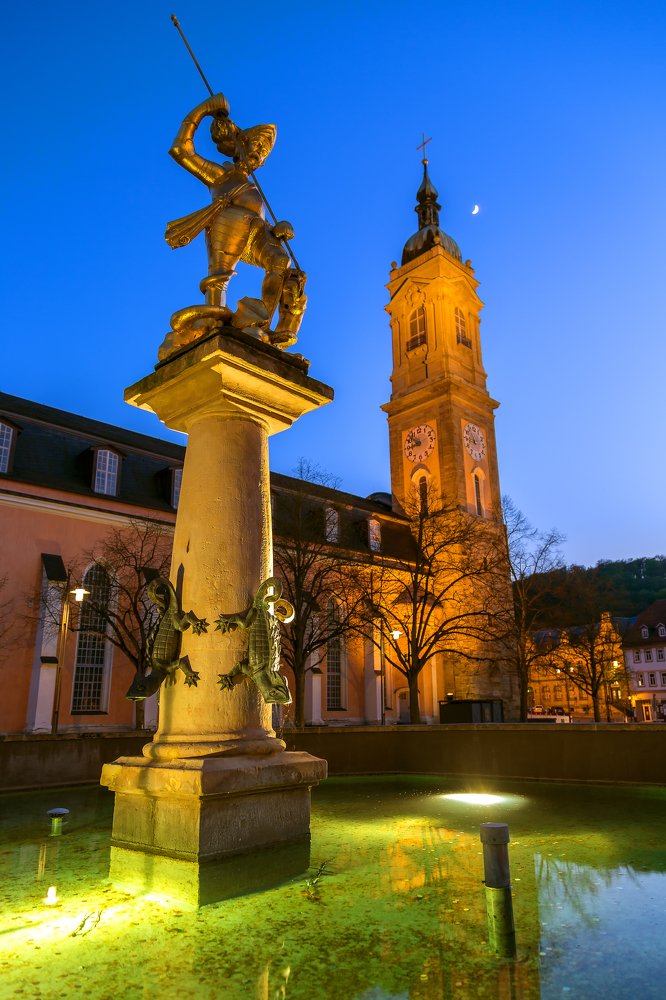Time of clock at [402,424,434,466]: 8:52
